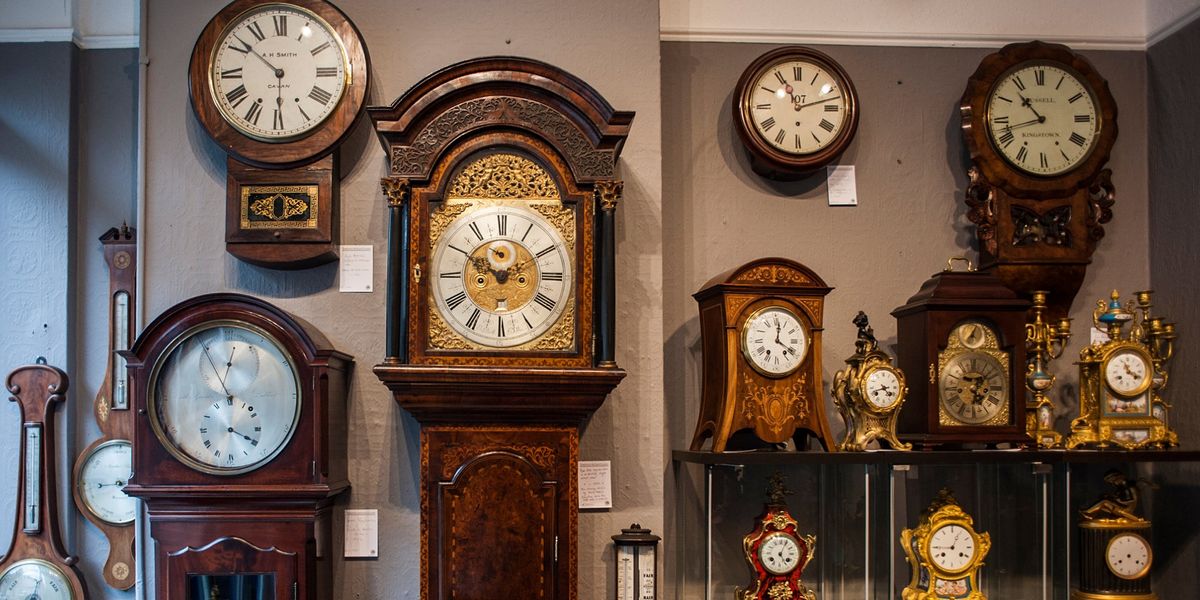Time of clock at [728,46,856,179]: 11:12
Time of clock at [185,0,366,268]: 5:51
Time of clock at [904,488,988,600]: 12:44
